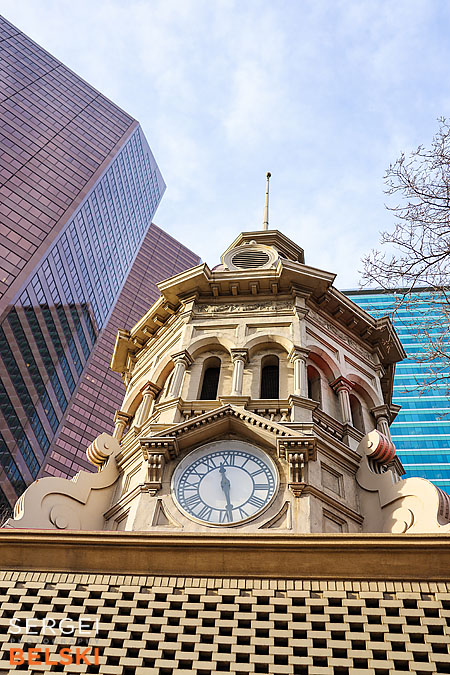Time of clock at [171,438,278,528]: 11:28
